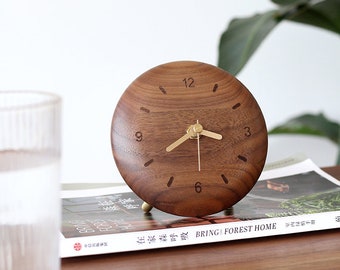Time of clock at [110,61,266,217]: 3:39
